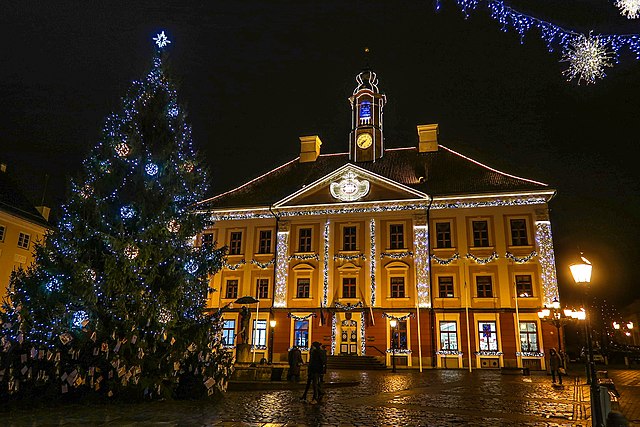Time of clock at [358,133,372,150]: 7:37
